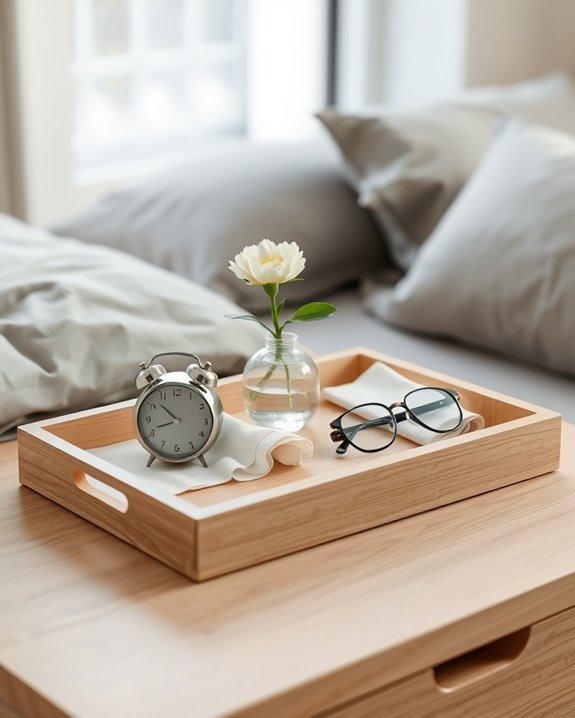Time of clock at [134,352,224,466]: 10:41
